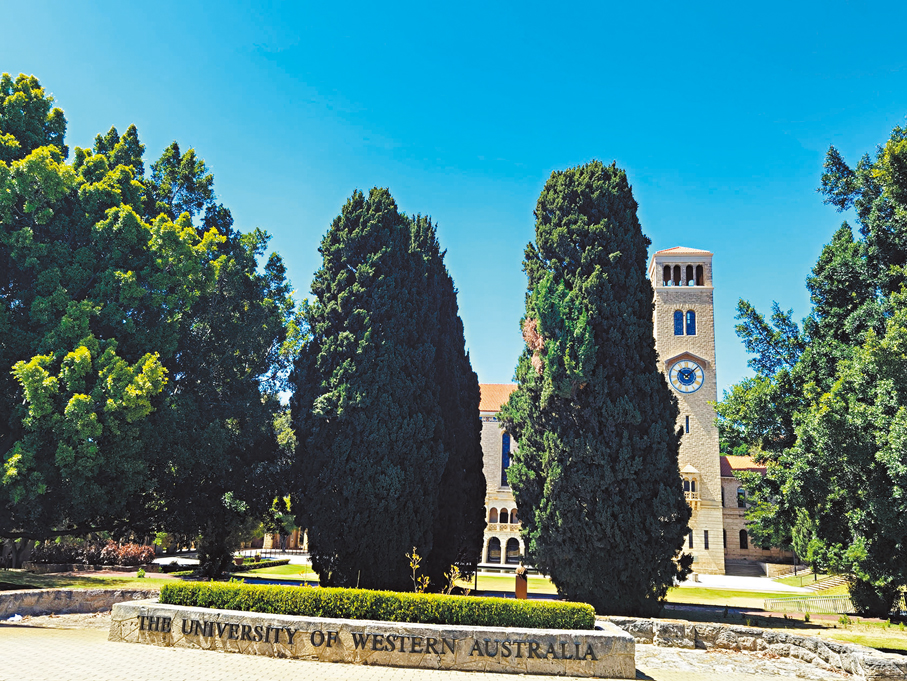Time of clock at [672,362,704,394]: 10:07
